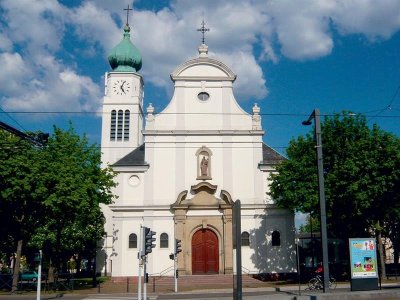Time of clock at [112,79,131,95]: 5:03
